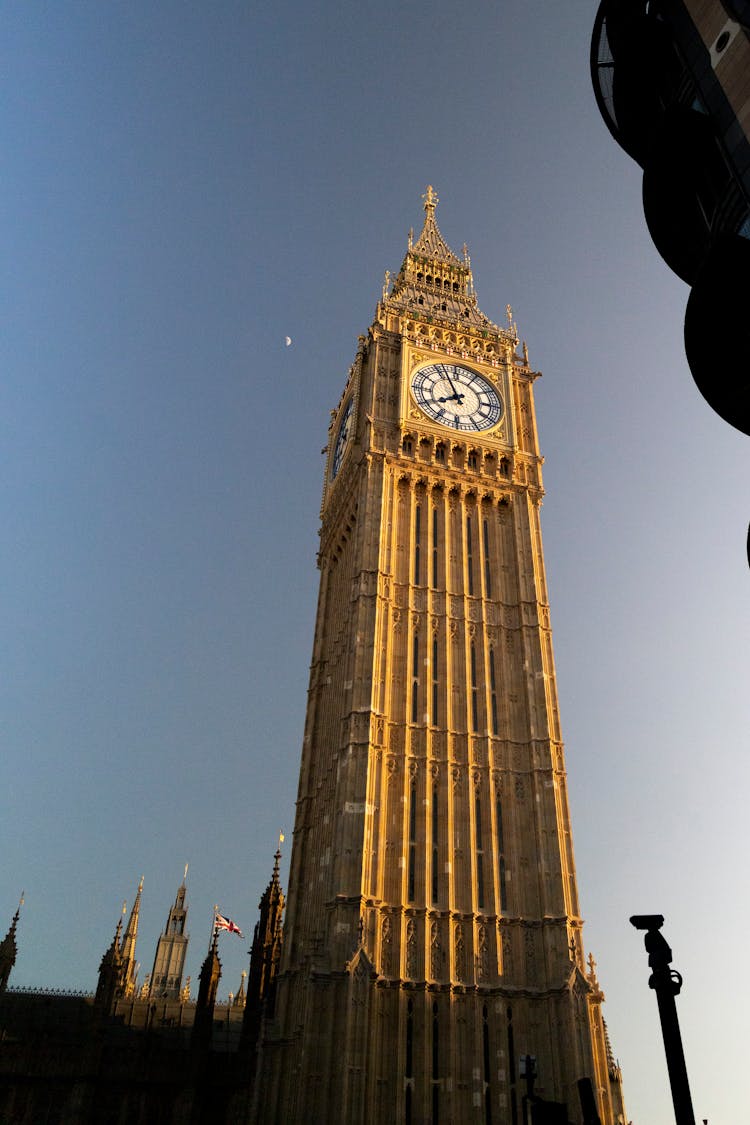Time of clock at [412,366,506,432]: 7:55
